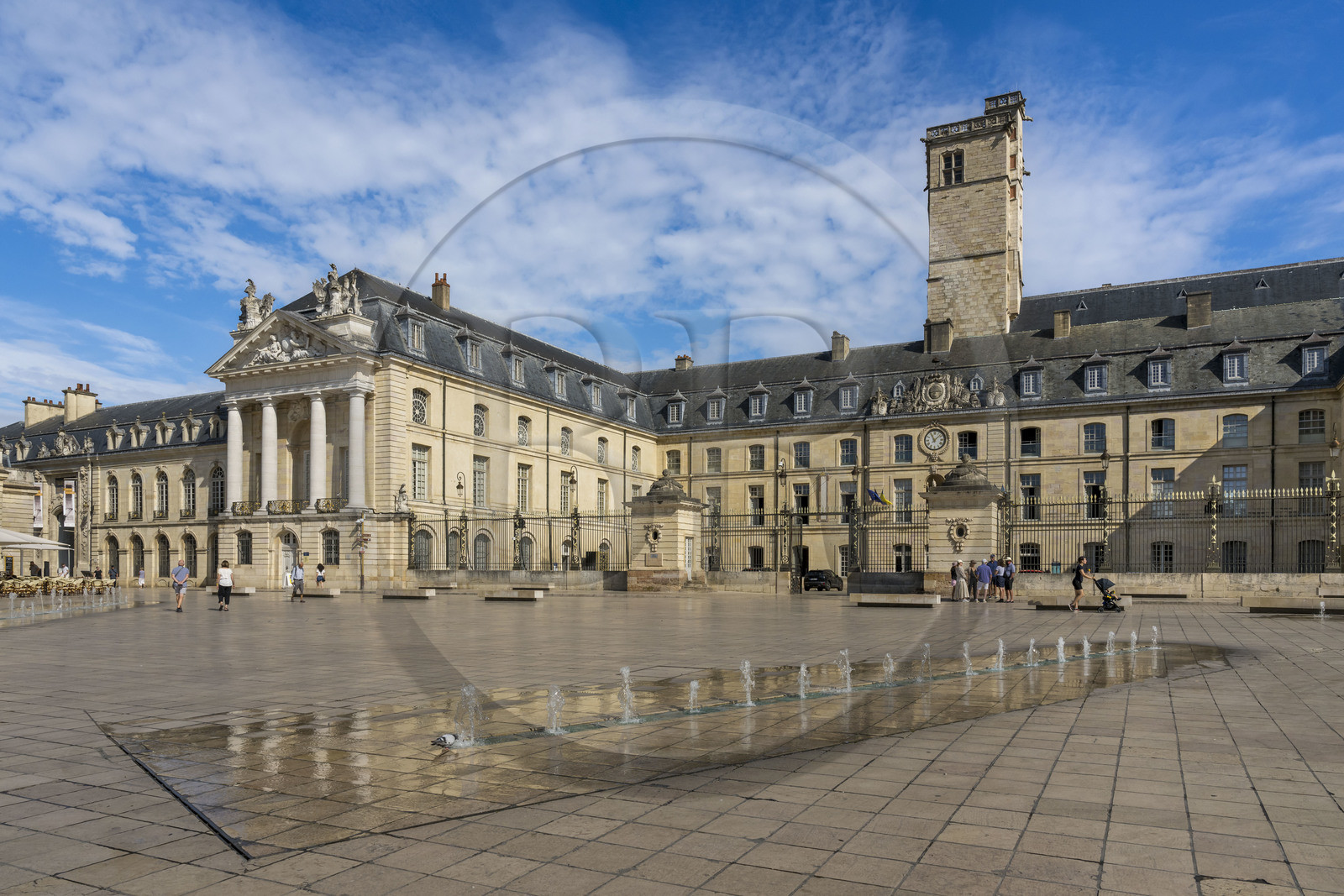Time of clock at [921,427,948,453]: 11:08
